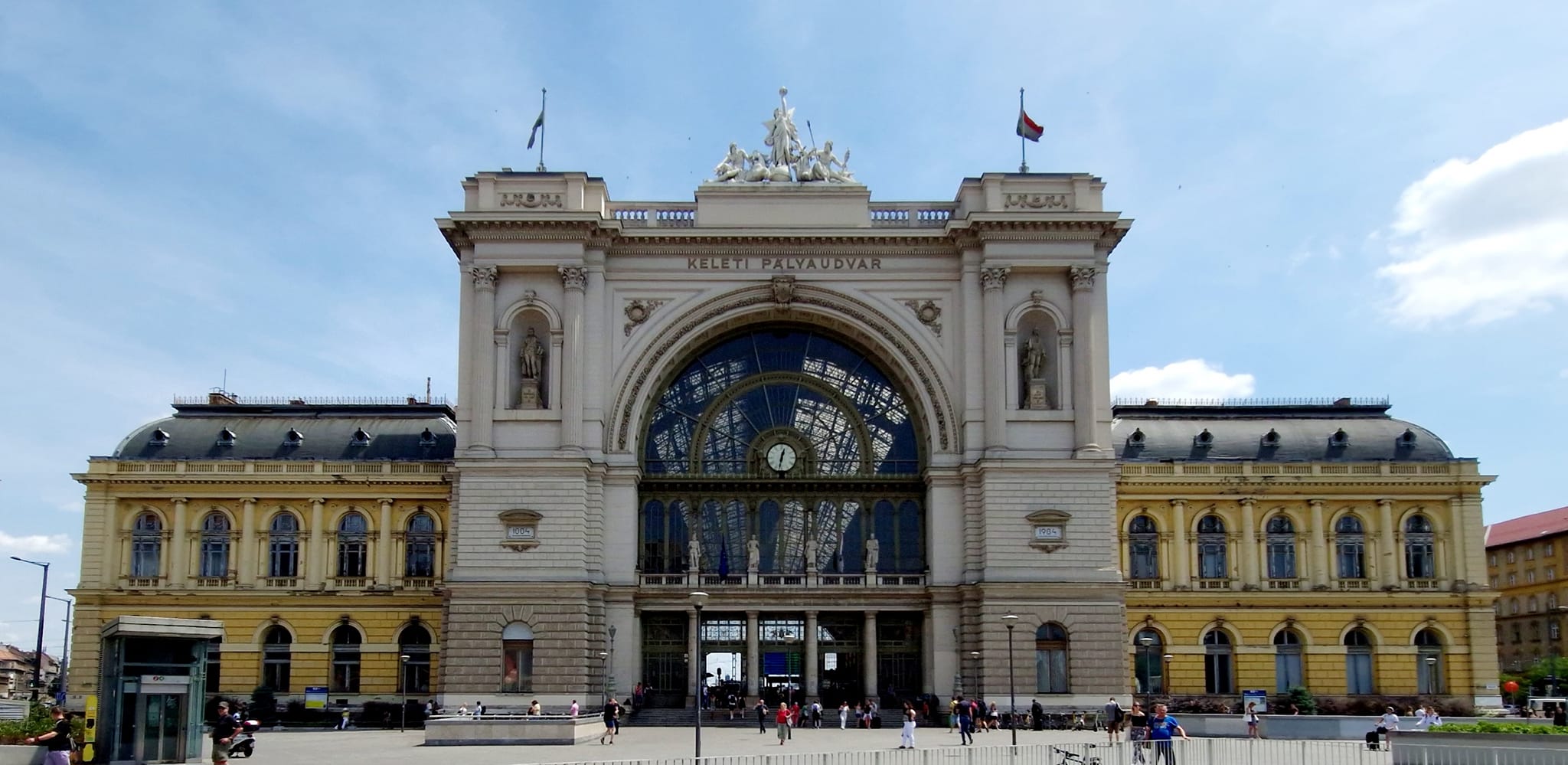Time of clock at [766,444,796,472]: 12:32
